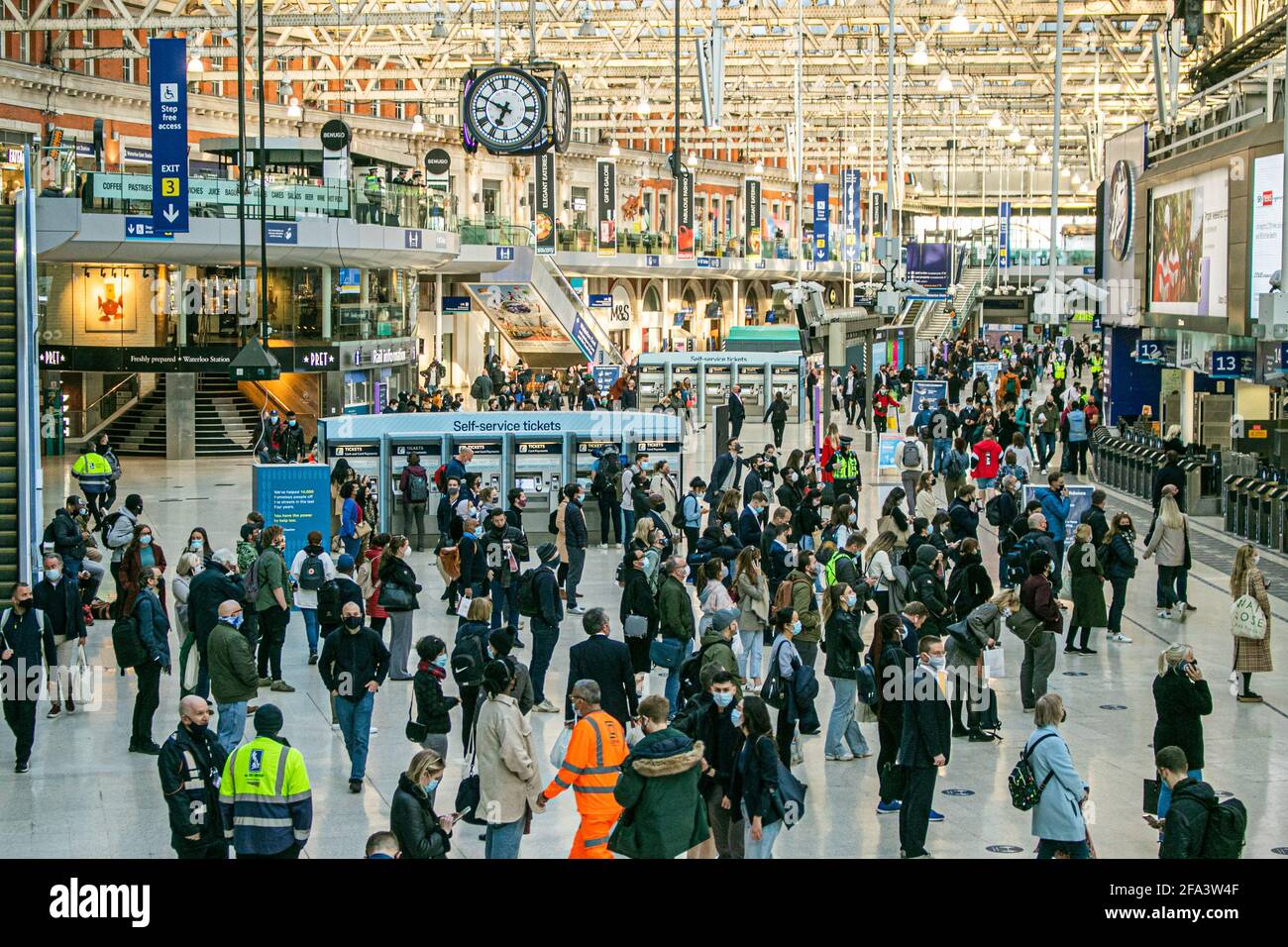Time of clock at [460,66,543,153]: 6:49
